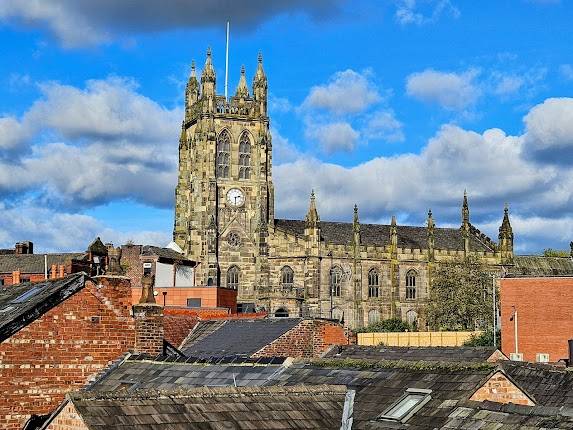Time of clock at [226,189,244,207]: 2:29
